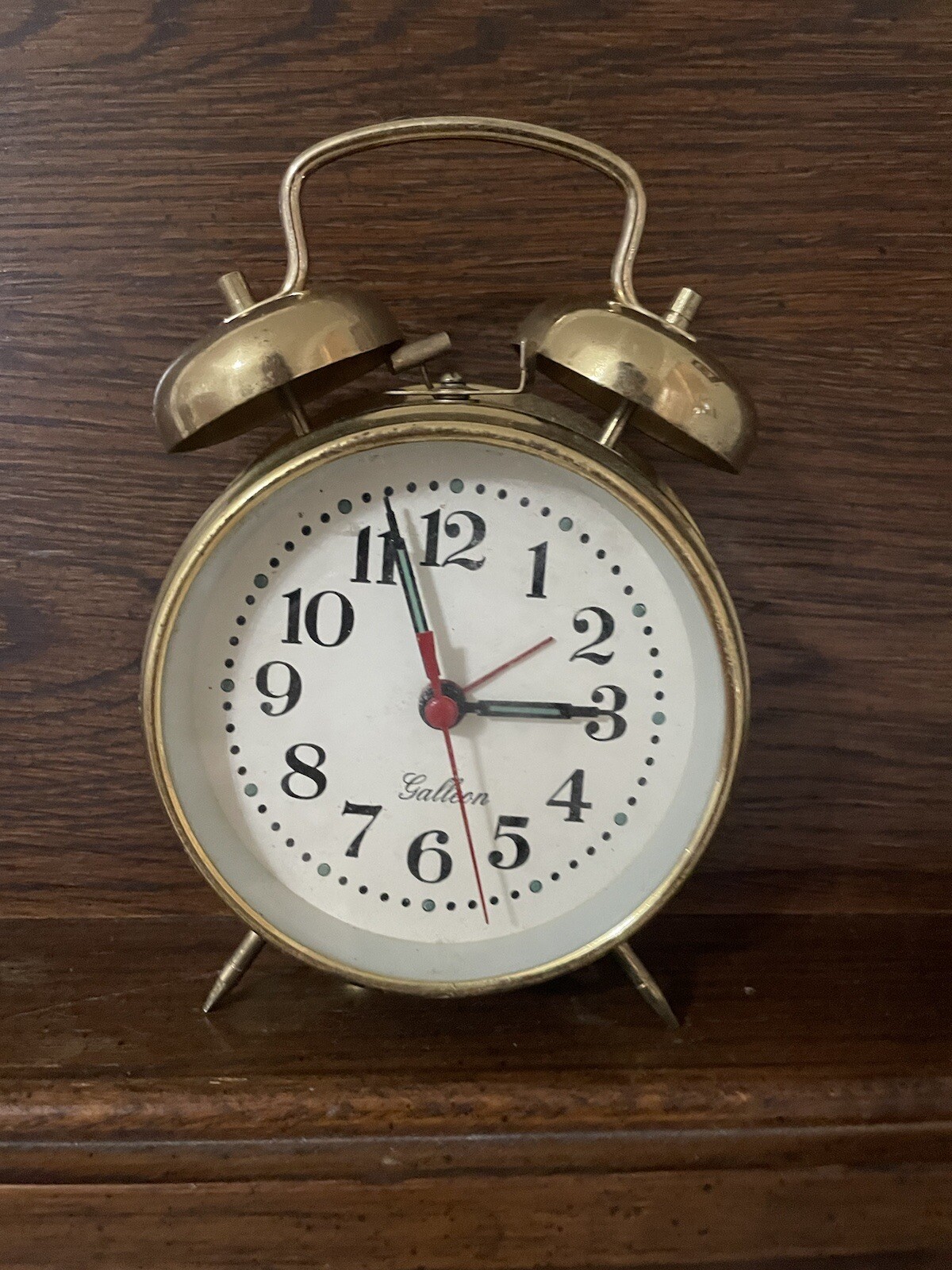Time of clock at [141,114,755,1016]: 2:56
